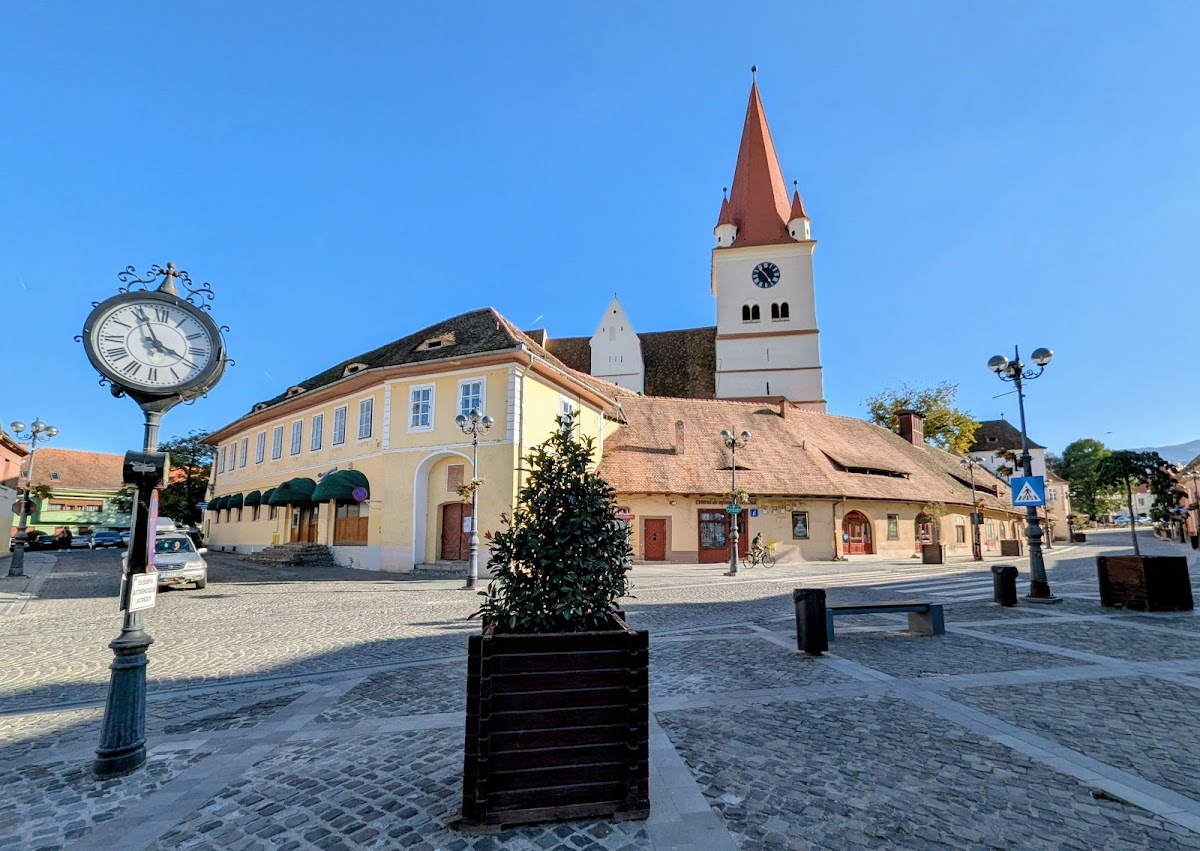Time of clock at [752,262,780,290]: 10:23
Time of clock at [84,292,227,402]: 3:56
